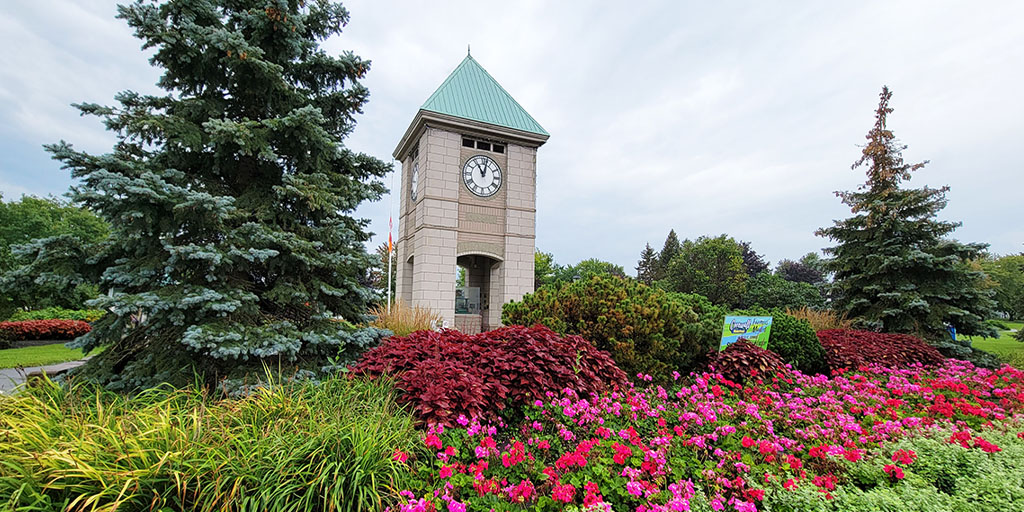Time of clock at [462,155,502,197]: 11:02
